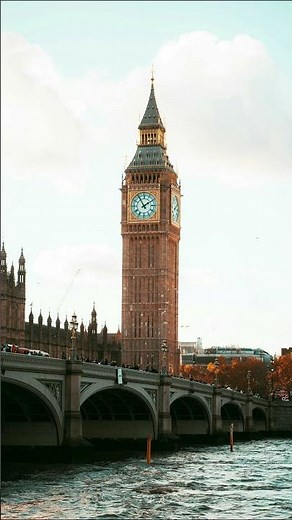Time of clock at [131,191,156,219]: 1:54
